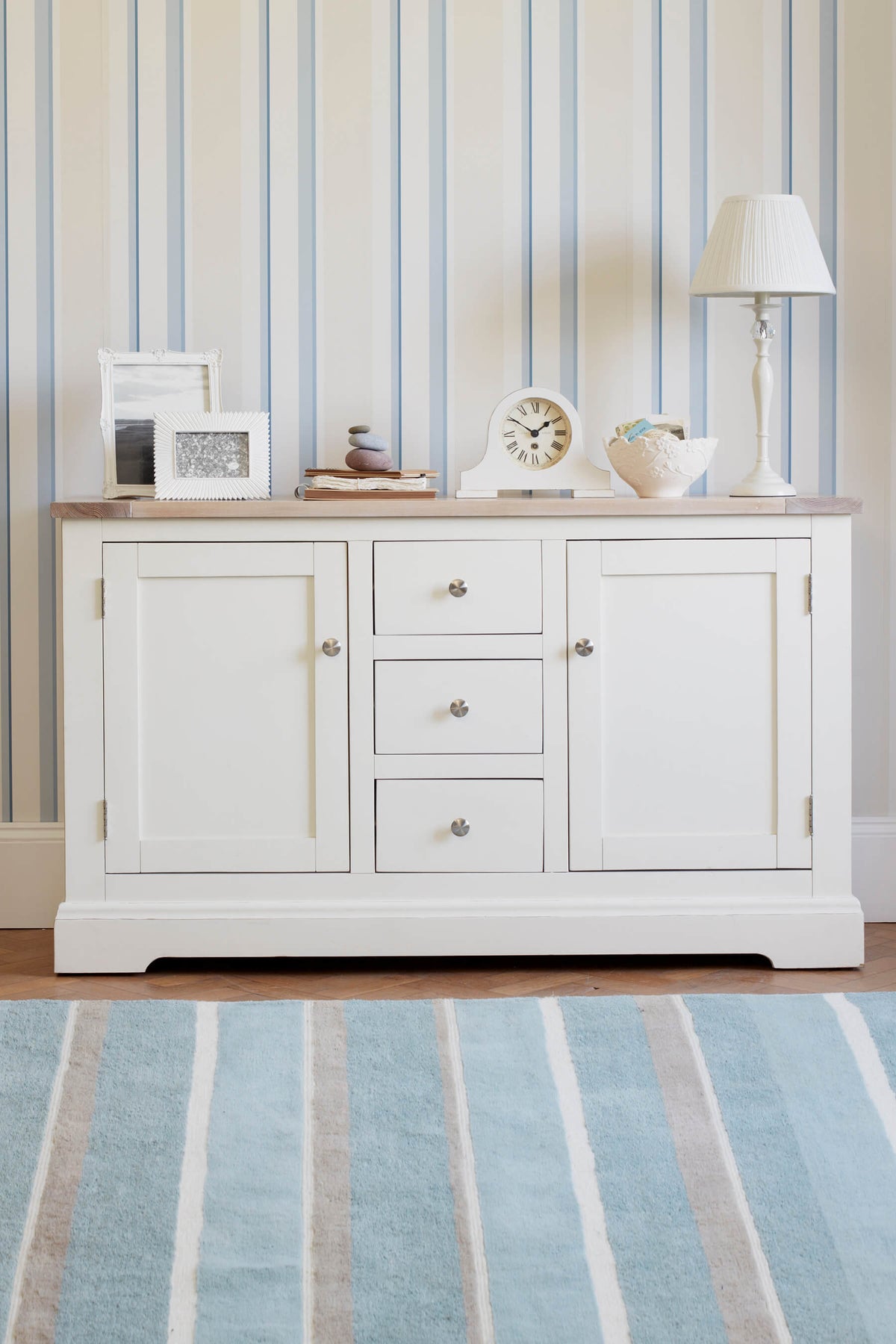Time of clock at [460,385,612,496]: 1:50
